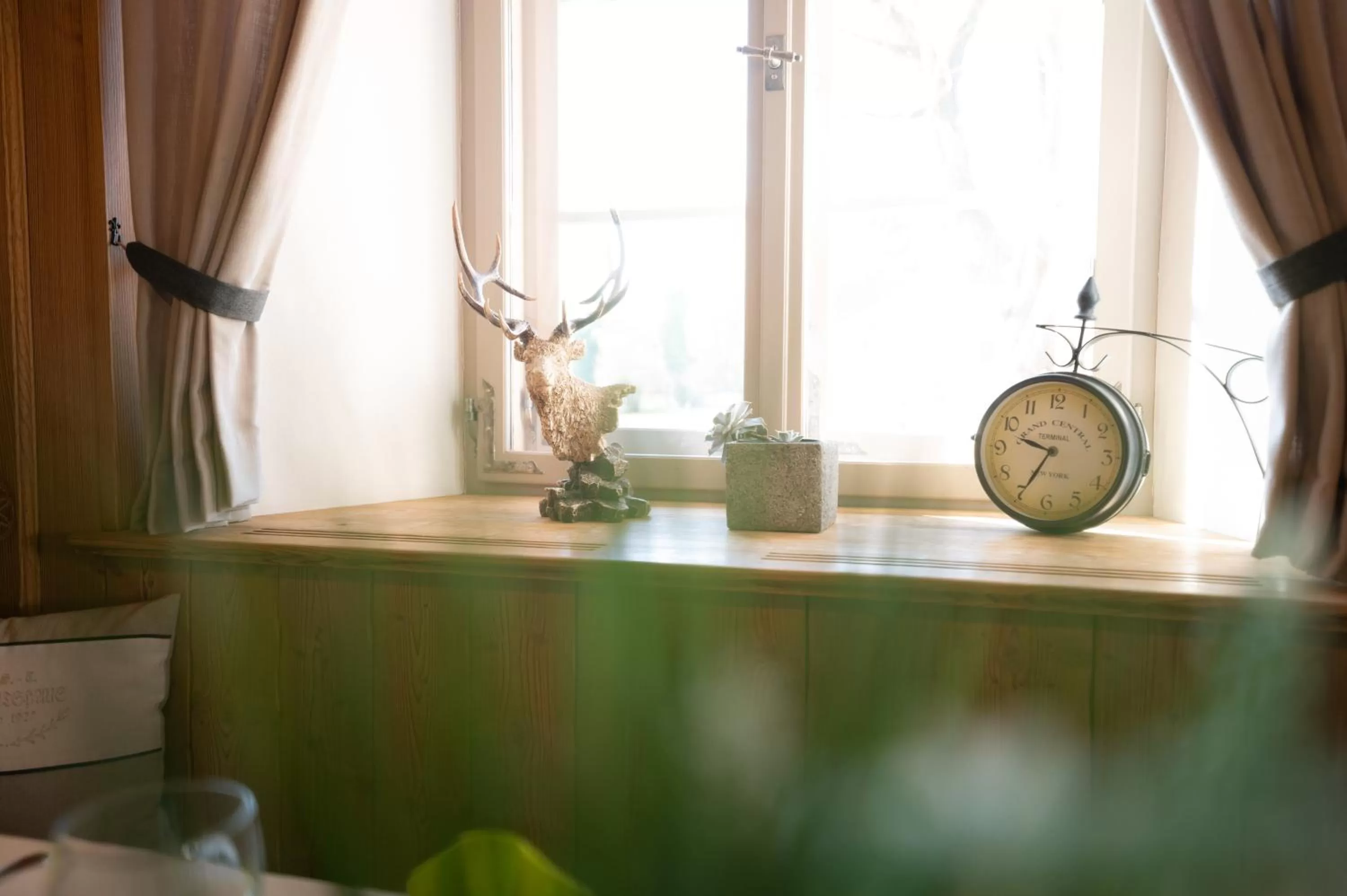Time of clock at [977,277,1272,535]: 9:35
